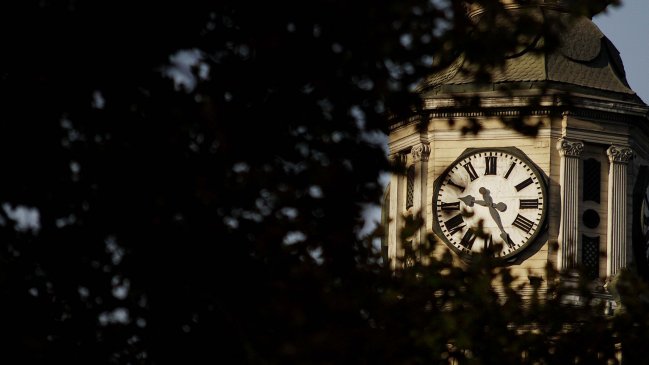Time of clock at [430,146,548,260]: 9:25
